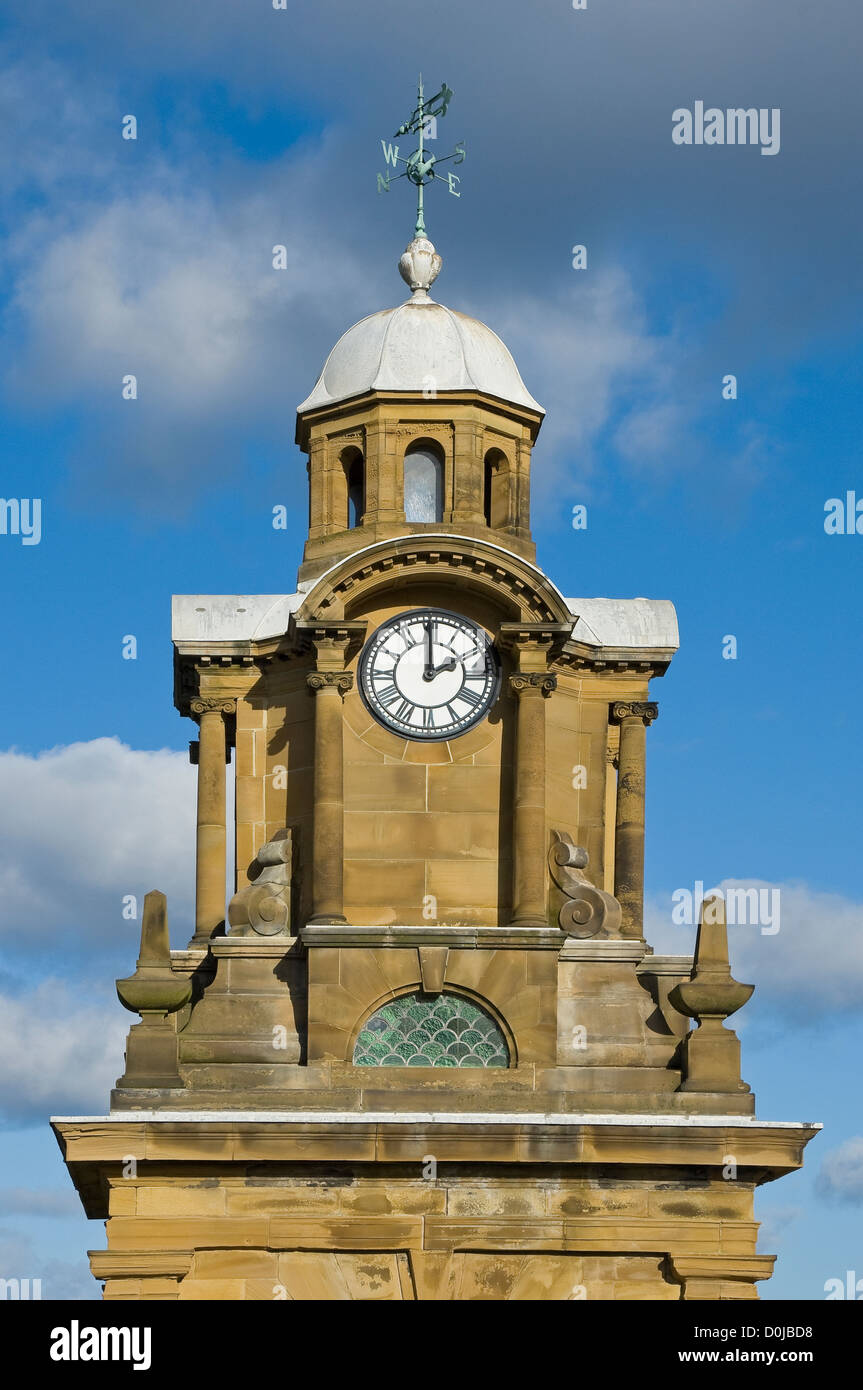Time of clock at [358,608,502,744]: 2:00
